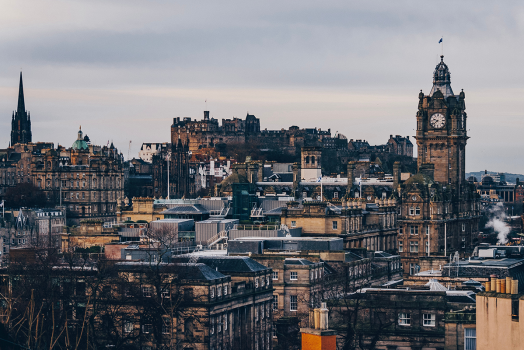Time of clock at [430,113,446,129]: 9:38
